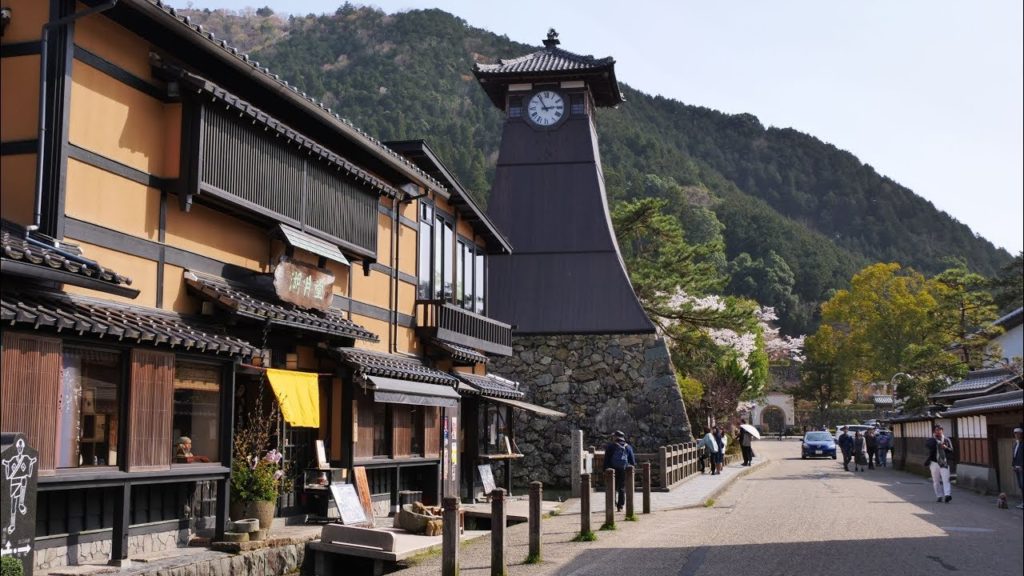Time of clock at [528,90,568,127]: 2:54
